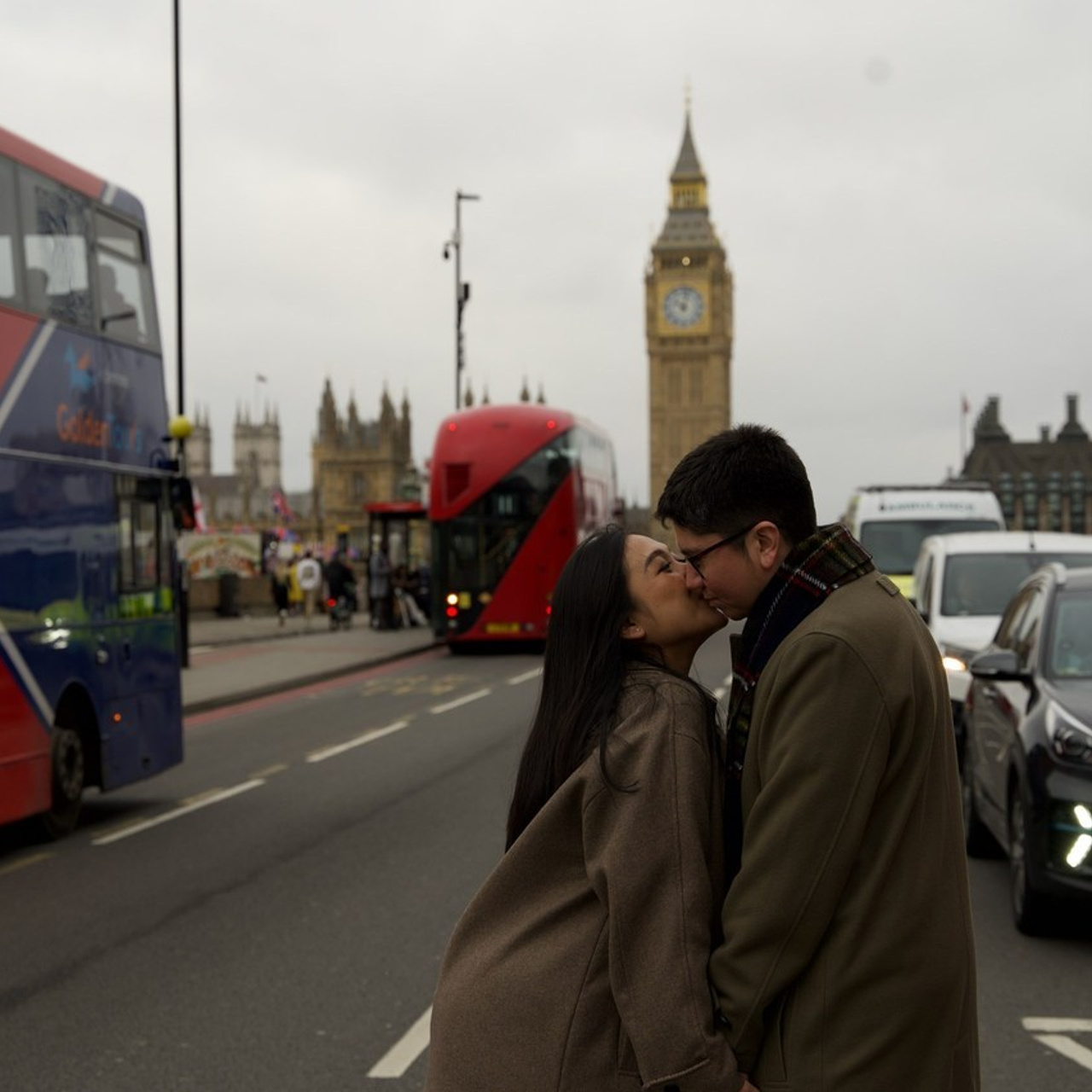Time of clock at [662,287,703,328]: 10:02
